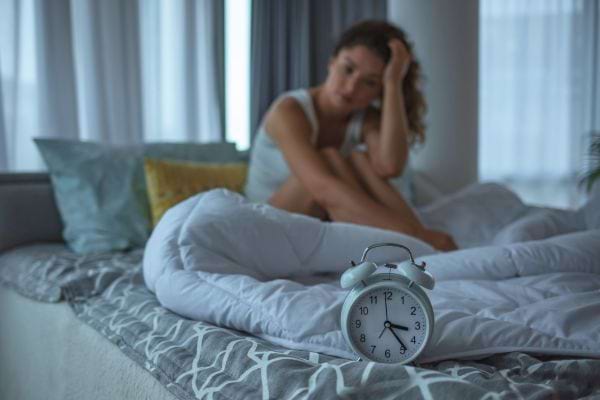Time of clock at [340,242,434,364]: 3:23
